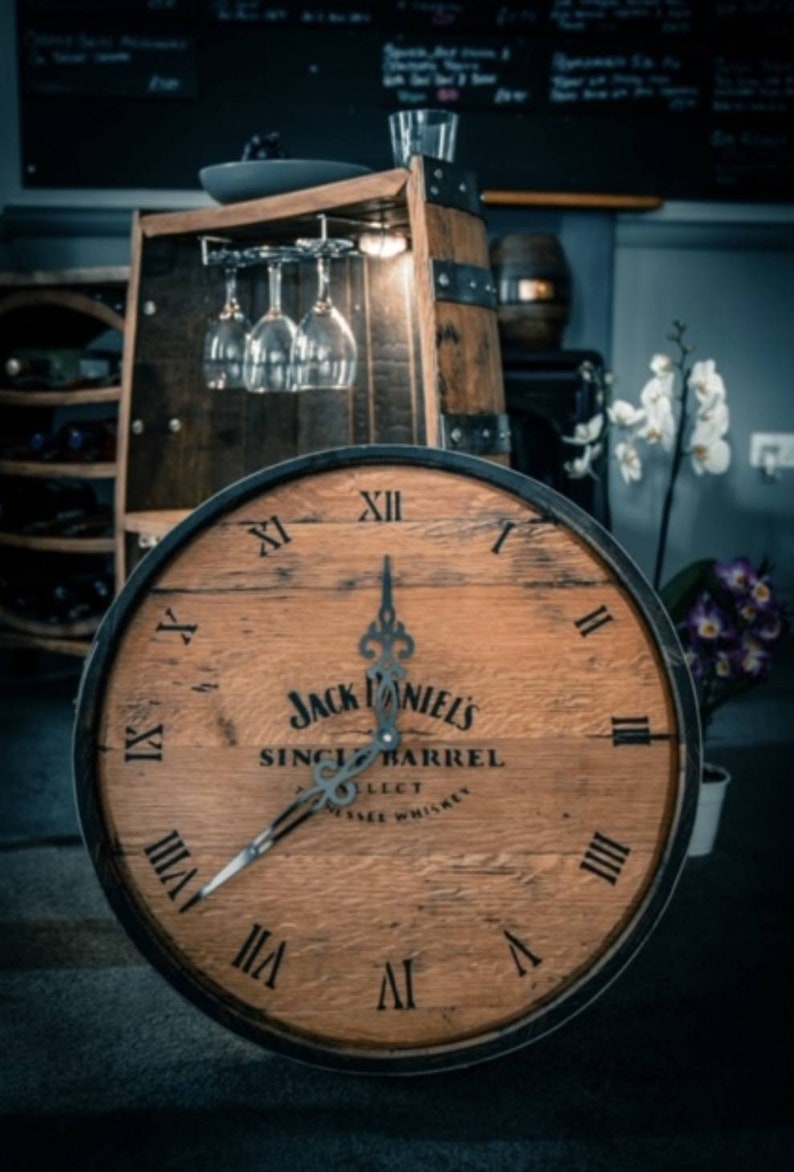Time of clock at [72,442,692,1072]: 11:38
